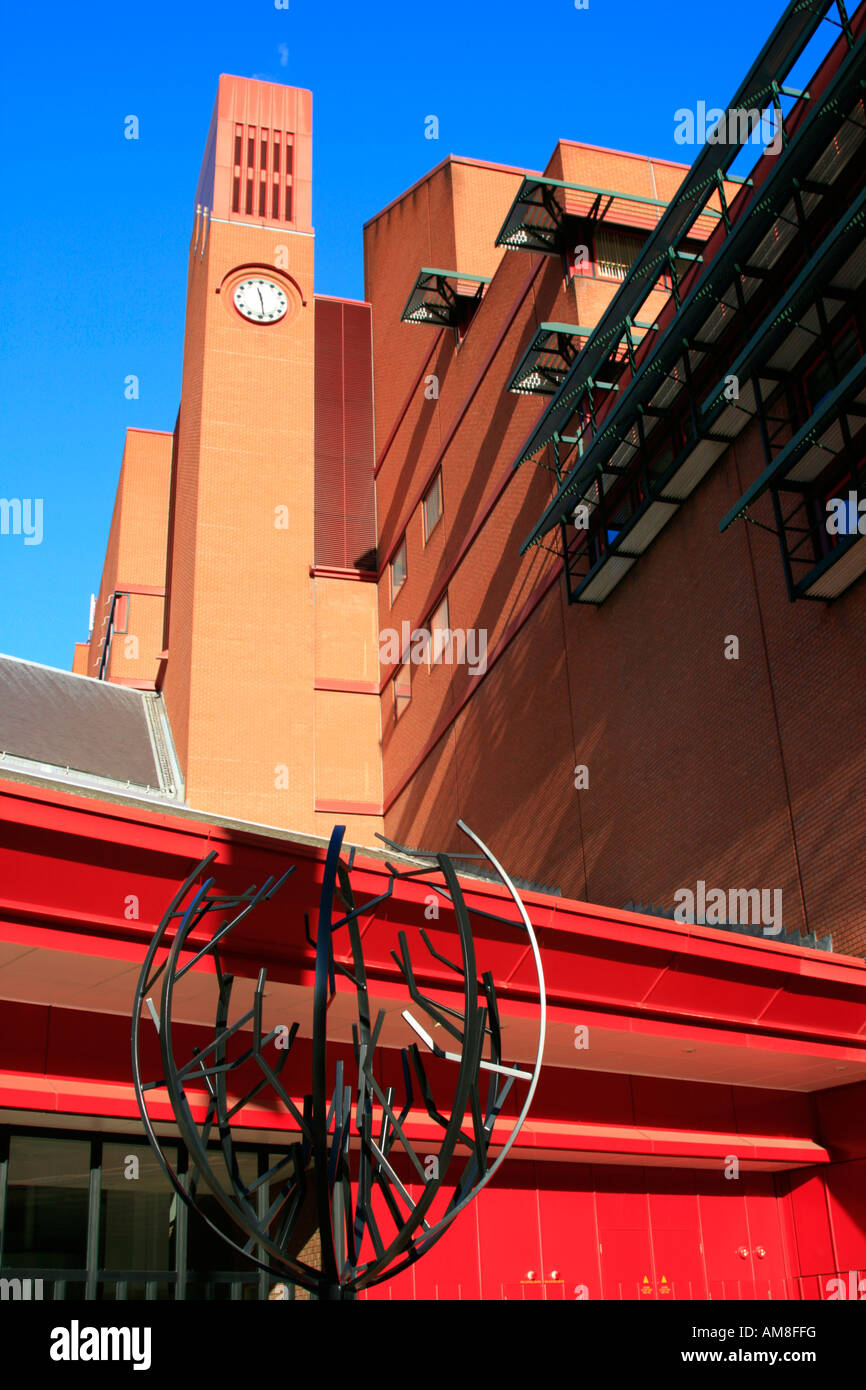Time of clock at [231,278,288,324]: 11:28
